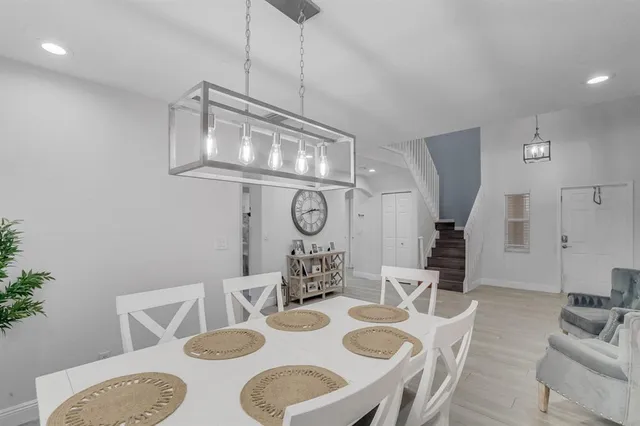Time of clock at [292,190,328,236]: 2:42
